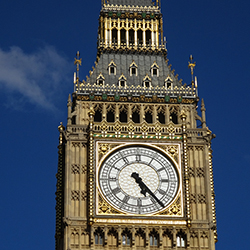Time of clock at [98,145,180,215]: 5:23
